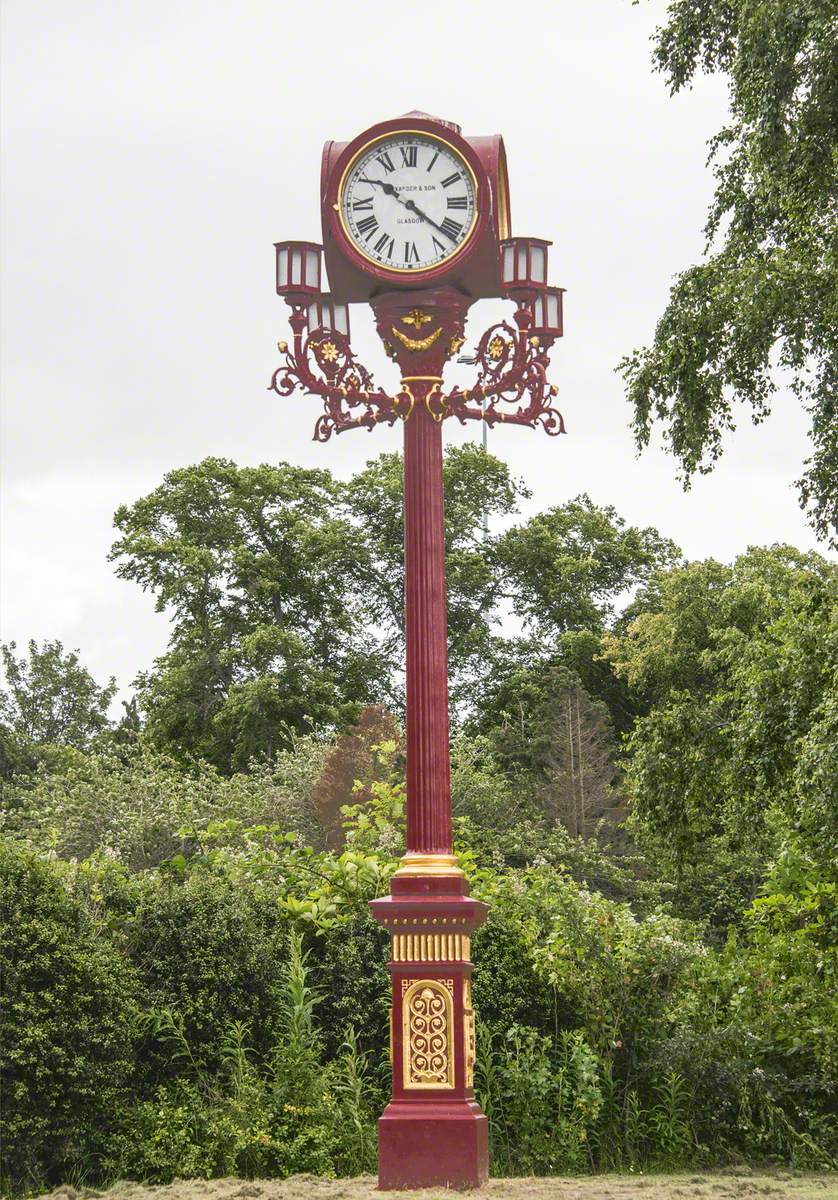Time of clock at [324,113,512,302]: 10:21
